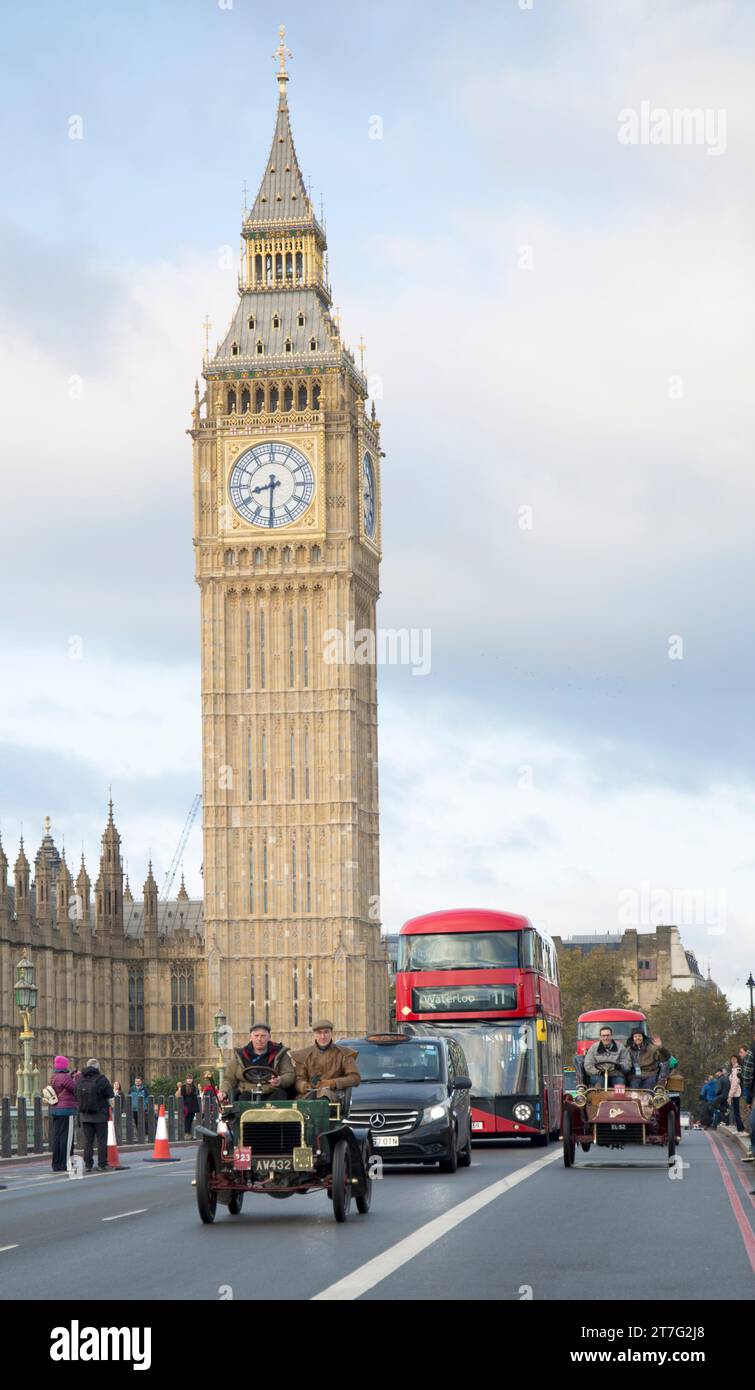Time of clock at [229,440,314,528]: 8:30
